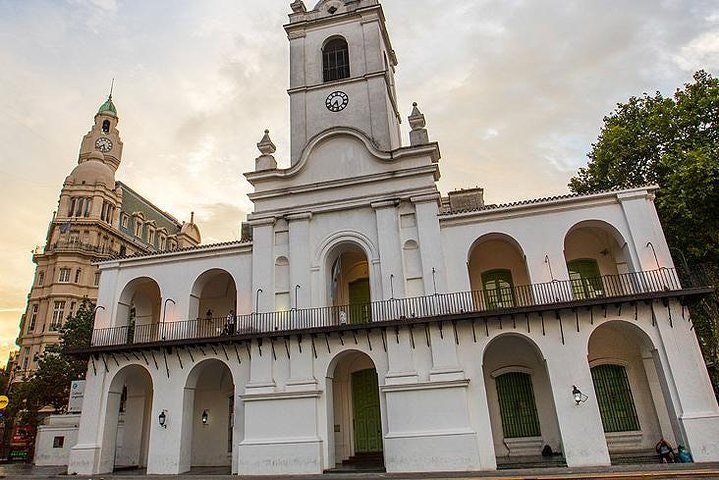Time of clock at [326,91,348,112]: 7:28
